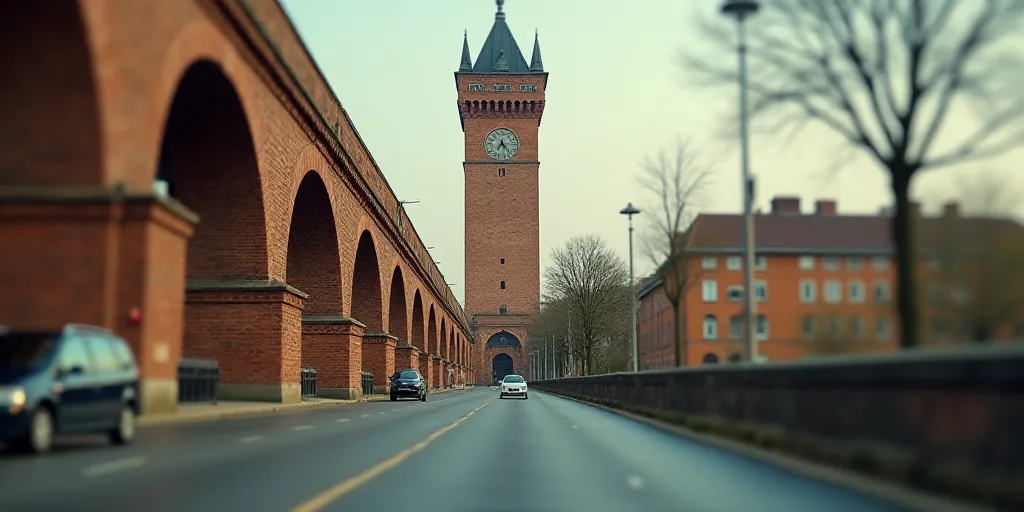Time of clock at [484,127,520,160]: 6:23
